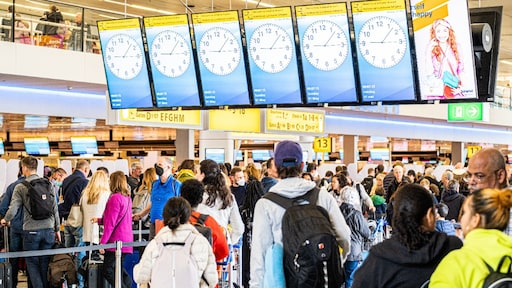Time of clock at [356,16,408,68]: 9:07
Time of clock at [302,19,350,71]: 9:07
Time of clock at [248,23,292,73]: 9:07
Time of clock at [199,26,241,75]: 9:07
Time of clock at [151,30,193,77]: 9:07
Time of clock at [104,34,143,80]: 9:07
